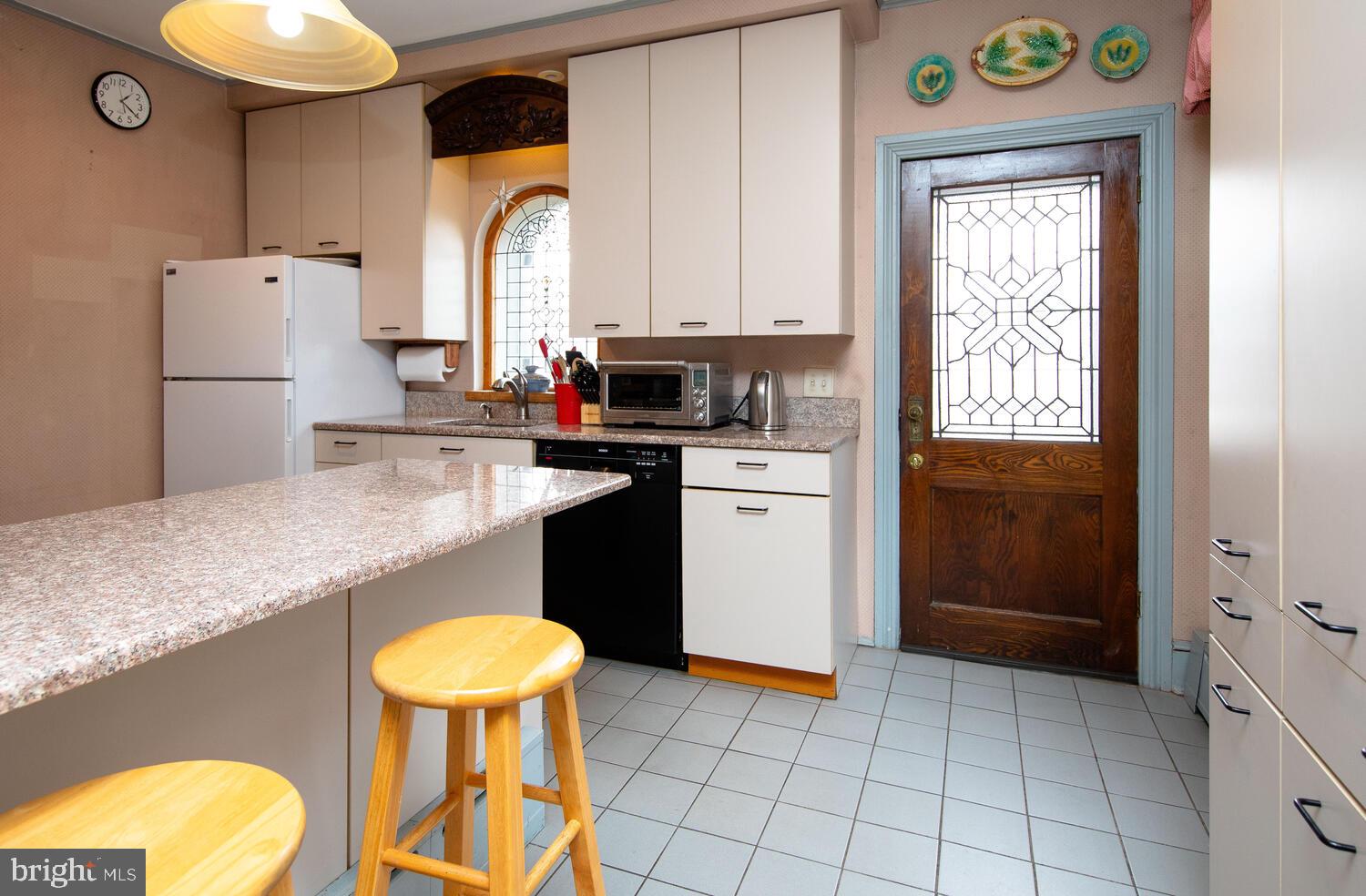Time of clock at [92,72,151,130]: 1:20
